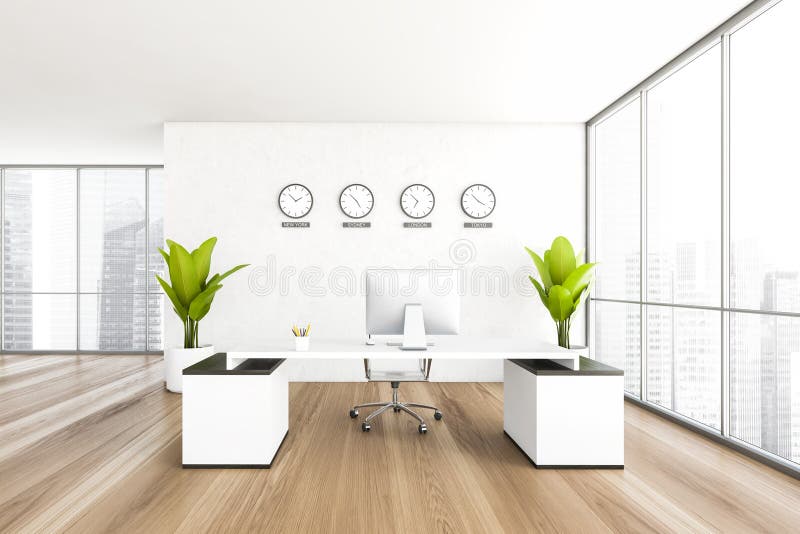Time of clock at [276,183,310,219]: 1:52
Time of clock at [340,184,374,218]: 4:52
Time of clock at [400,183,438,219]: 6:52
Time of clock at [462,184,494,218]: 3:52
